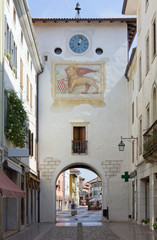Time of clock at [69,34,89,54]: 1:02
